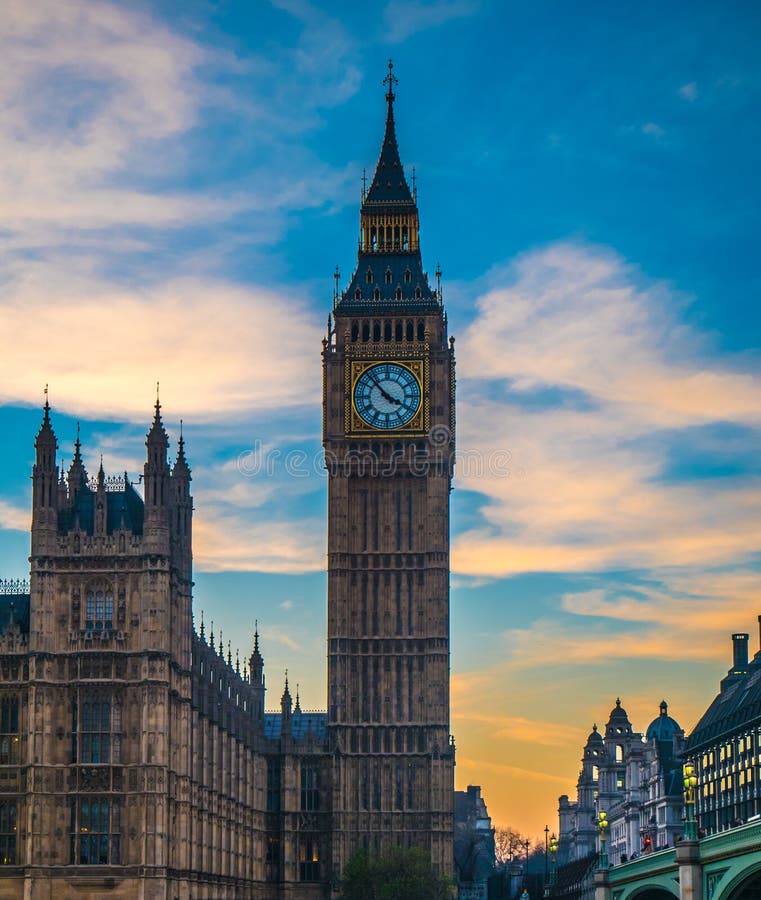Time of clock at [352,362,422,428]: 3:52
